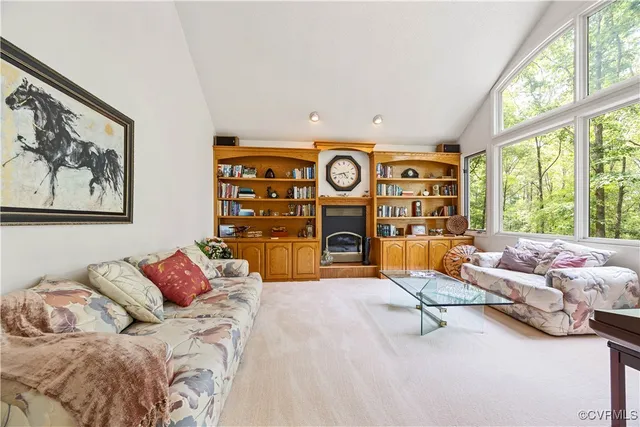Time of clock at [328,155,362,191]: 4:42
